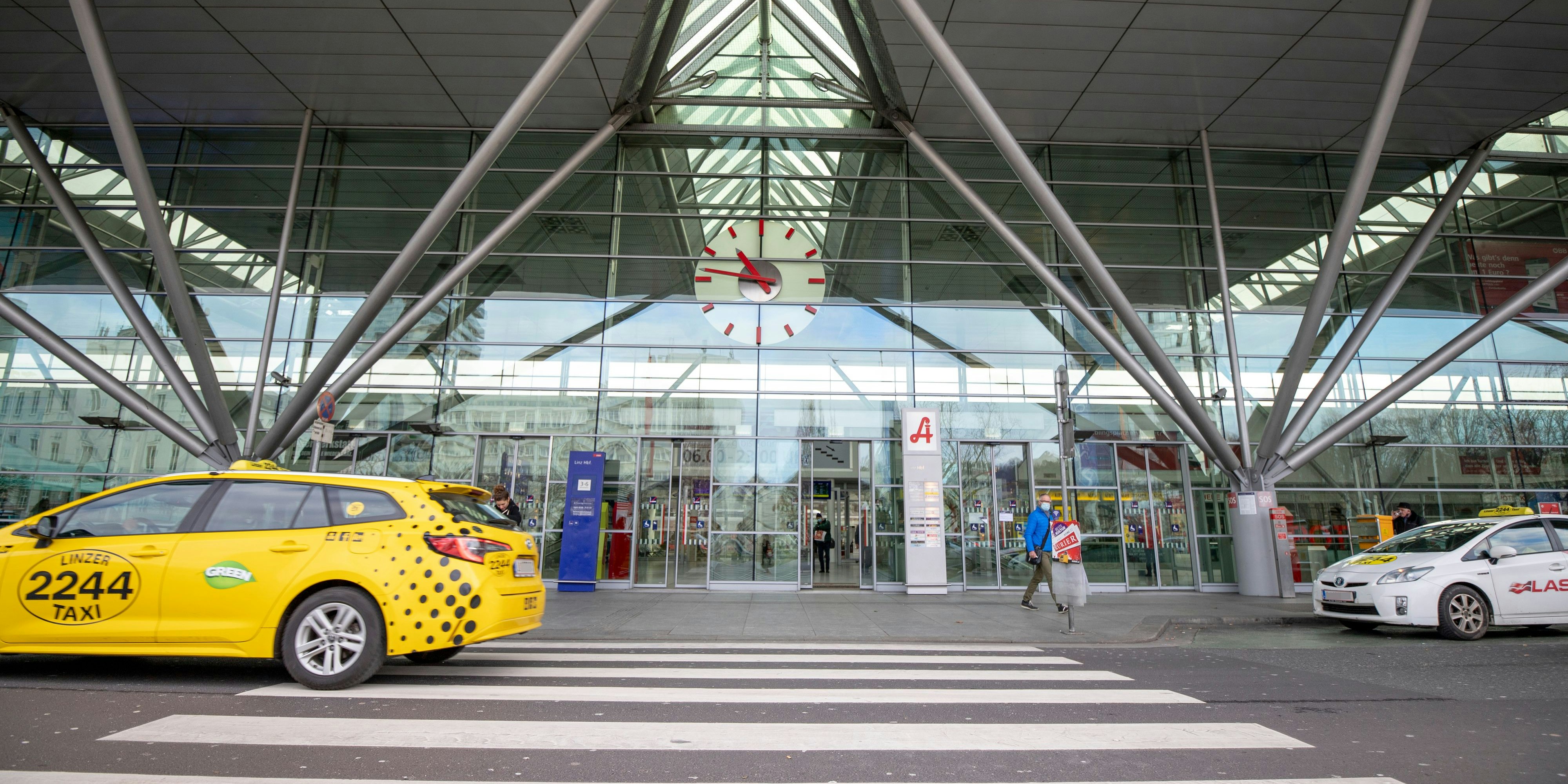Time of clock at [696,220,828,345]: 10:47
